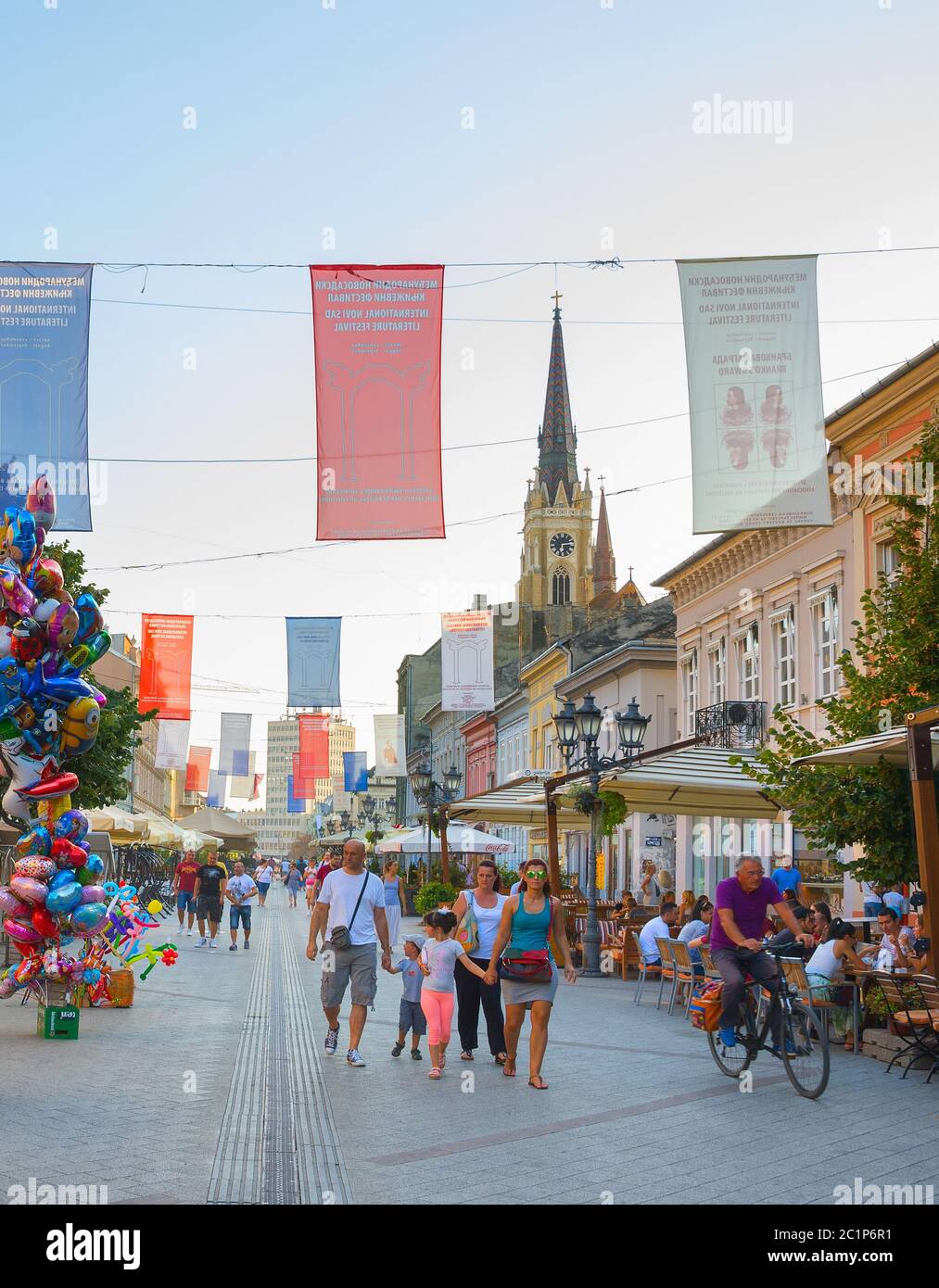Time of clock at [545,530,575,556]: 6:13
